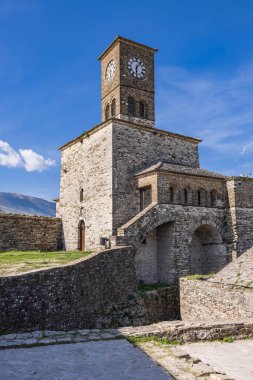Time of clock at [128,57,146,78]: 6:06
